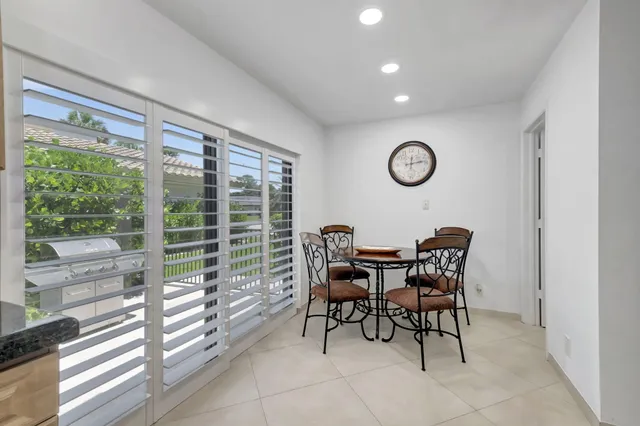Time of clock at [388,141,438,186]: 12:13
